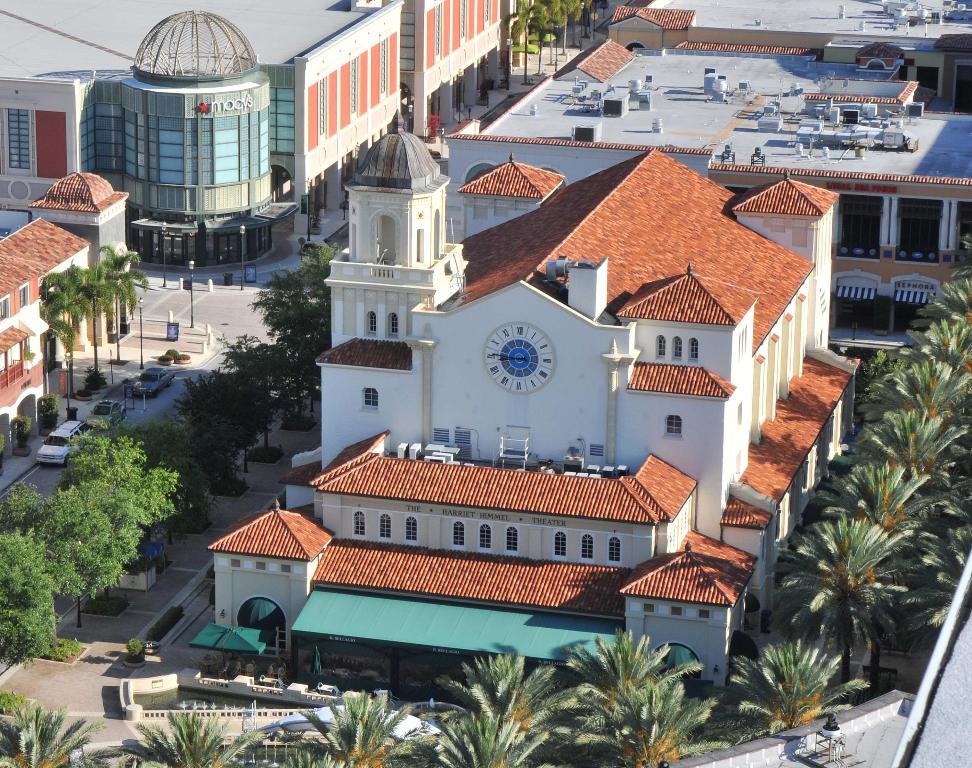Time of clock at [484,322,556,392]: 8:45
